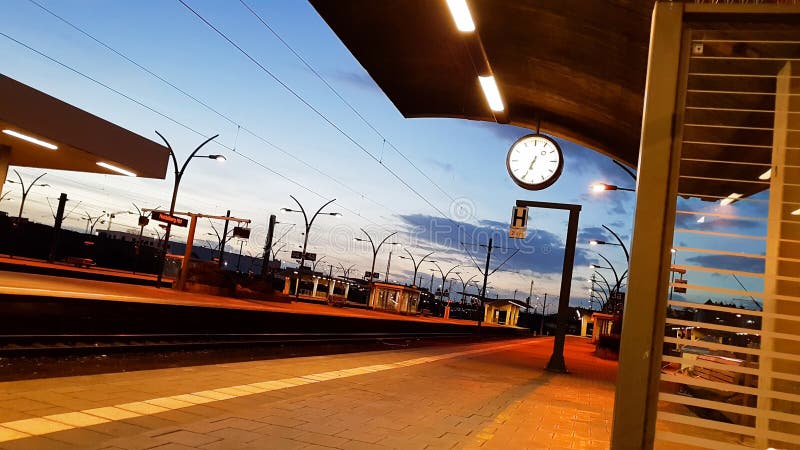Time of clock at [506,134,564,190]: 6:34
